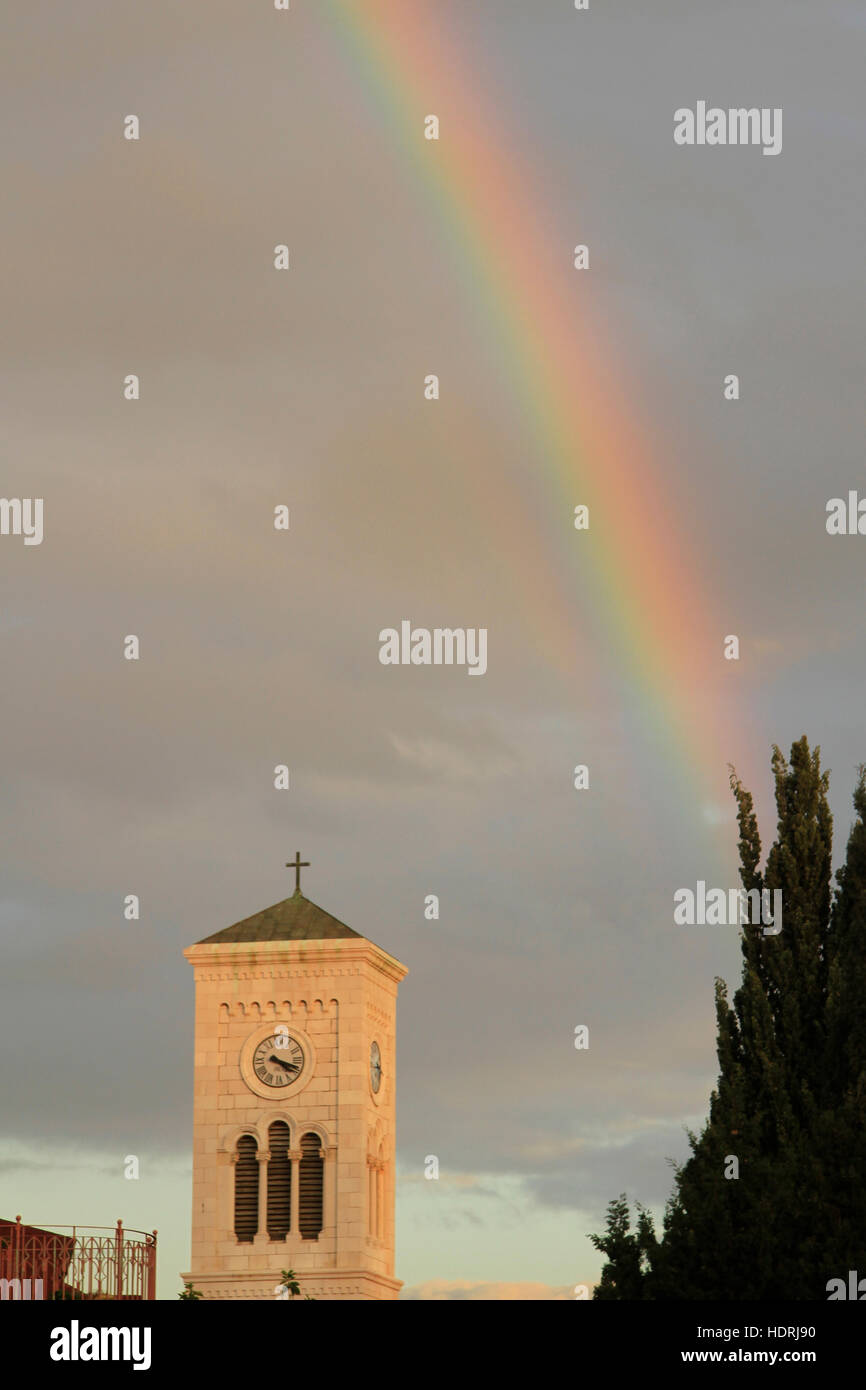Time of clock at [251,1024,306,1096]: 4:18
